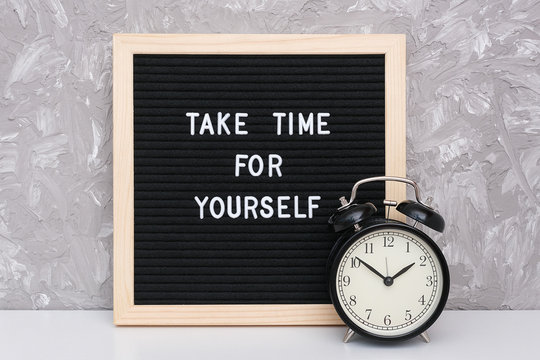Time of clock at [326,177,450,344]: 1:51
